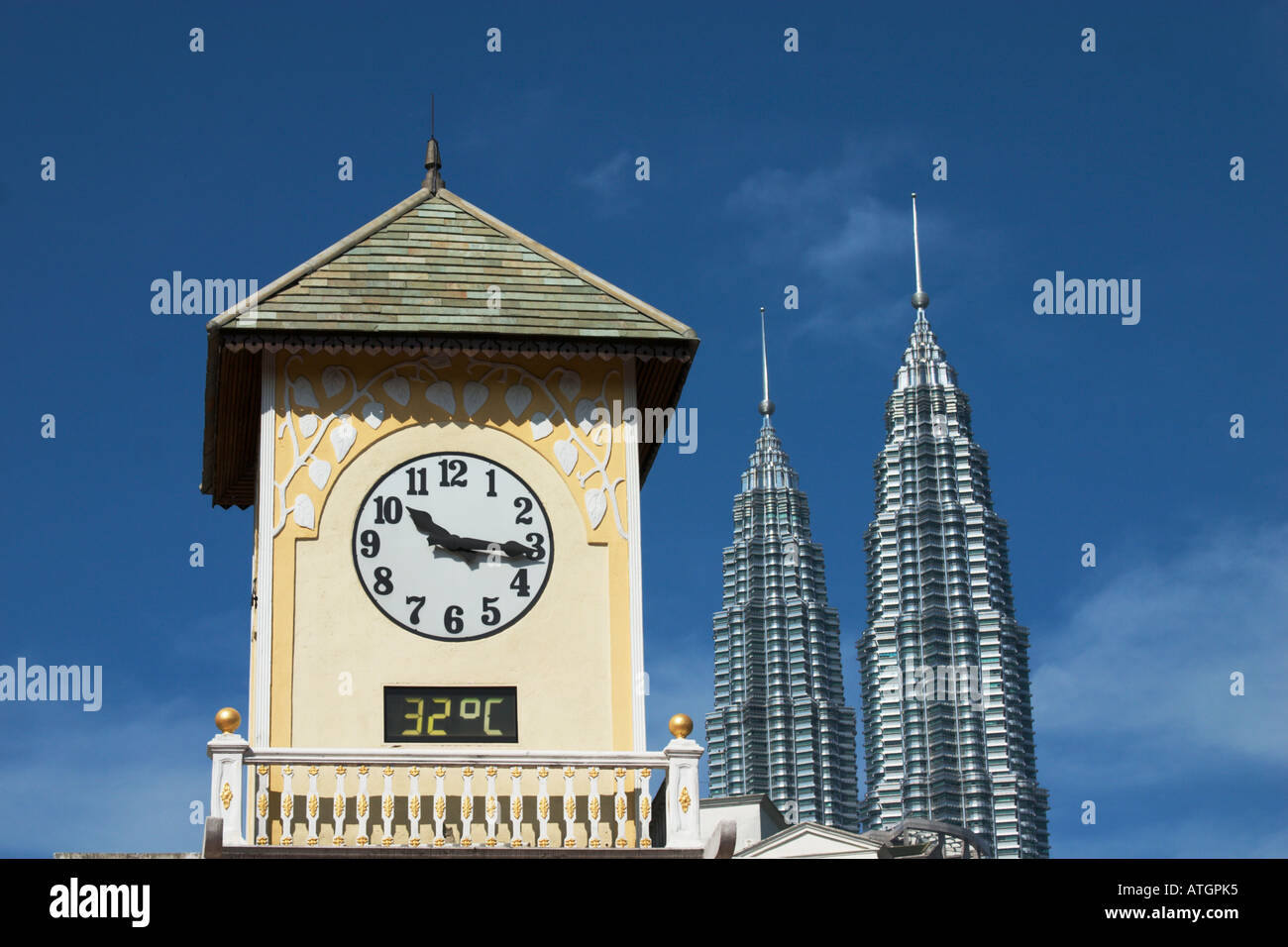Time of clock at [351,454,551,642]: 10:15
